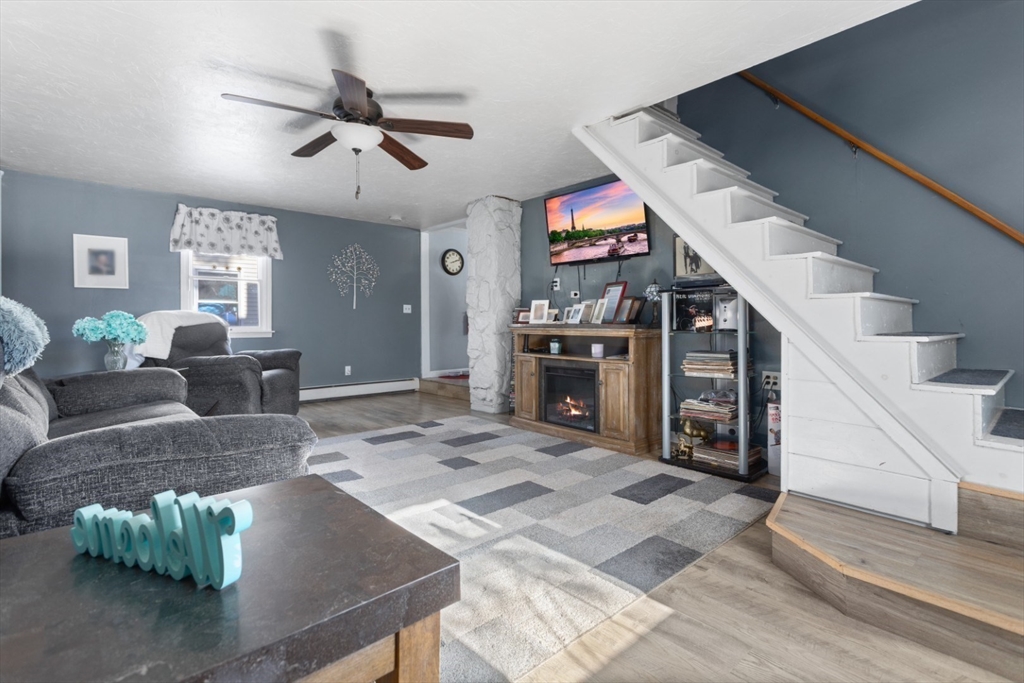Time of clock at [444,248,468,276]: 2:11
